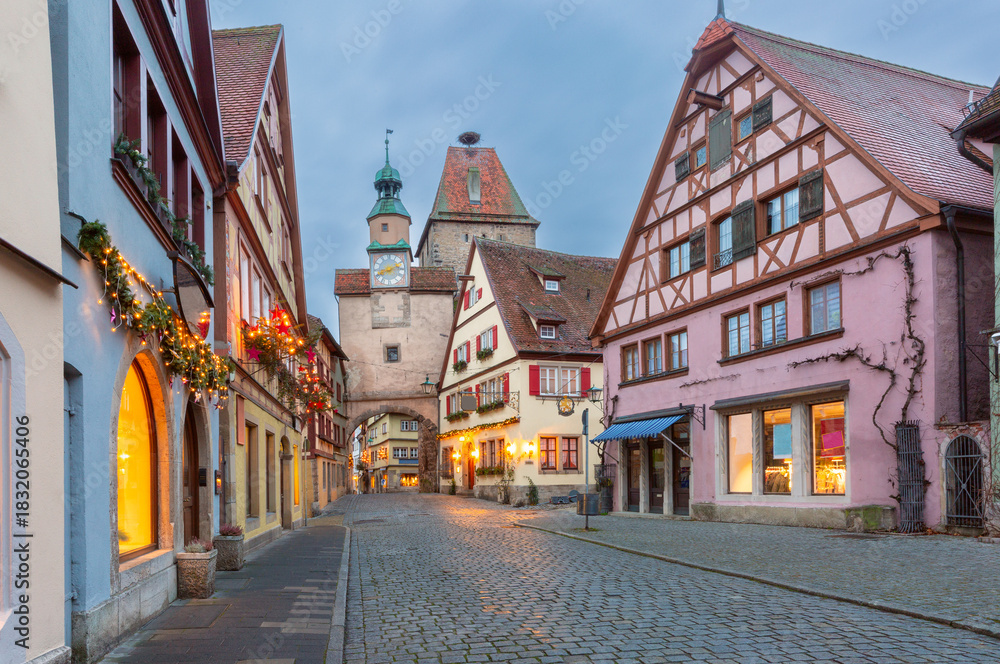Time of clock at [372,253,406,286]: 8:11
